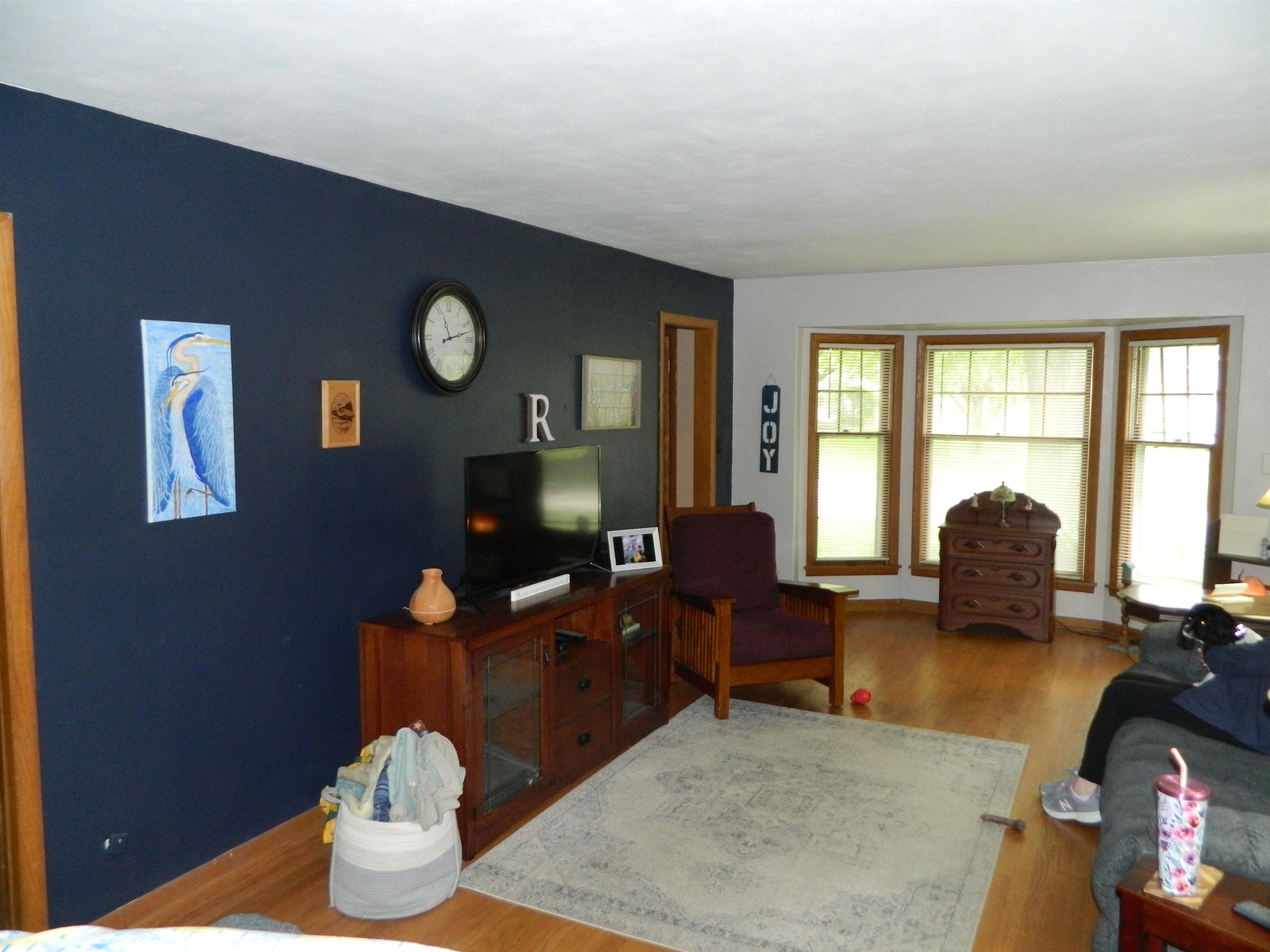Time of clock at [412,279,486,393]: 11:12
